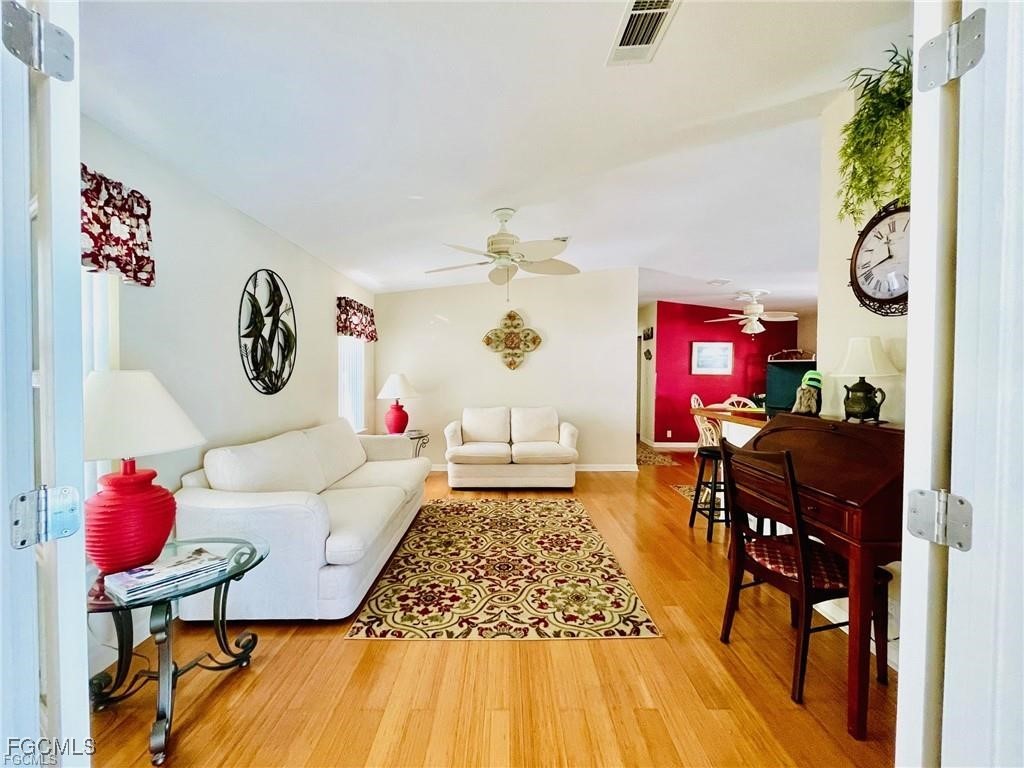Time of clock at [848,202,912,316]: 11:42
